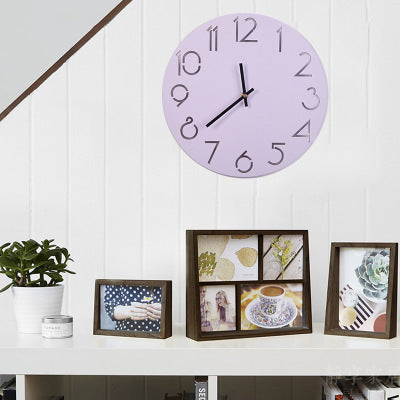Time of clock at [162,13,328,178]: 11:38
